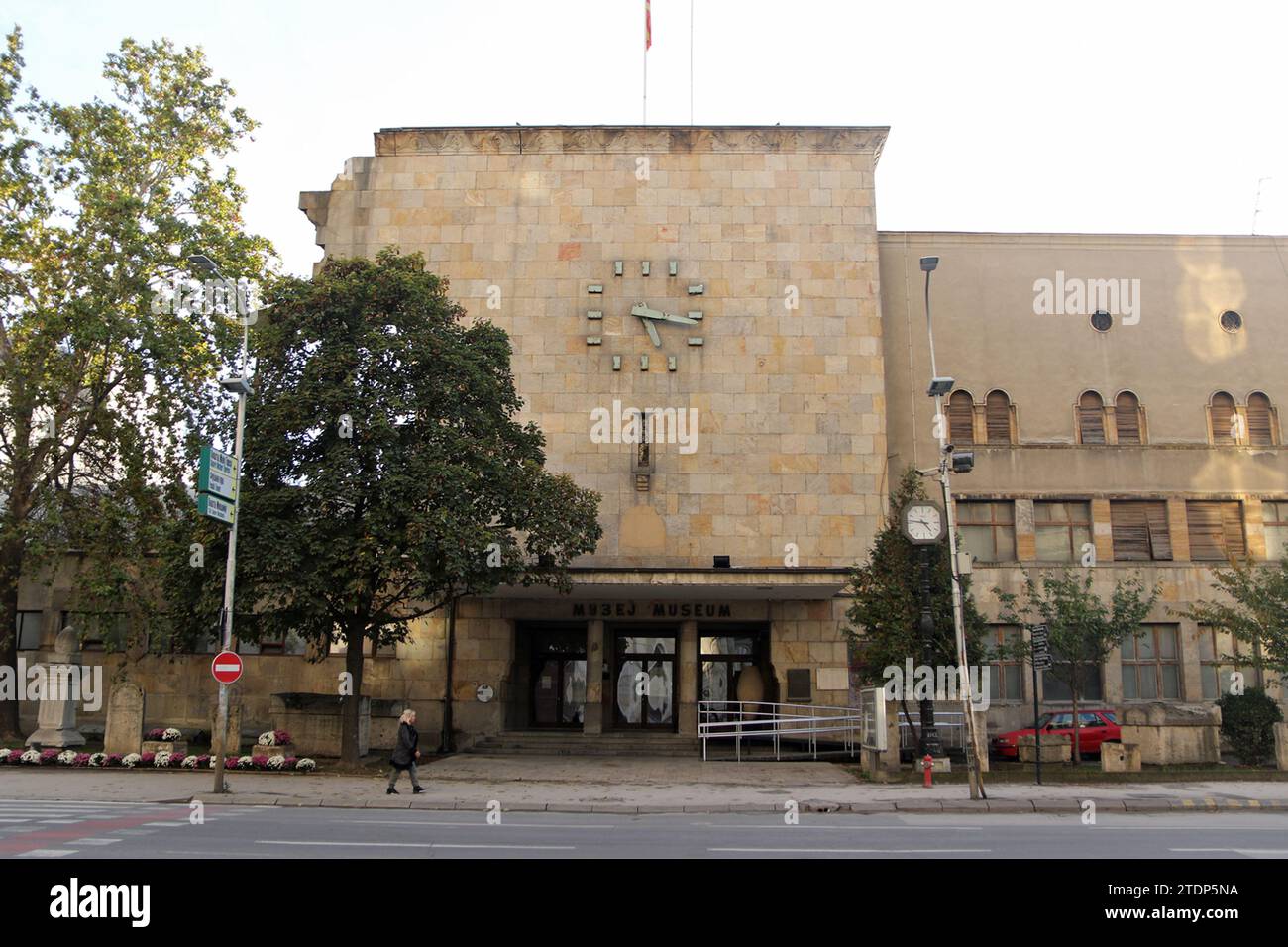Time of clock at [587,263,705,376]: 5:16
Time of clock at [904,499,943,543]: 4:46
